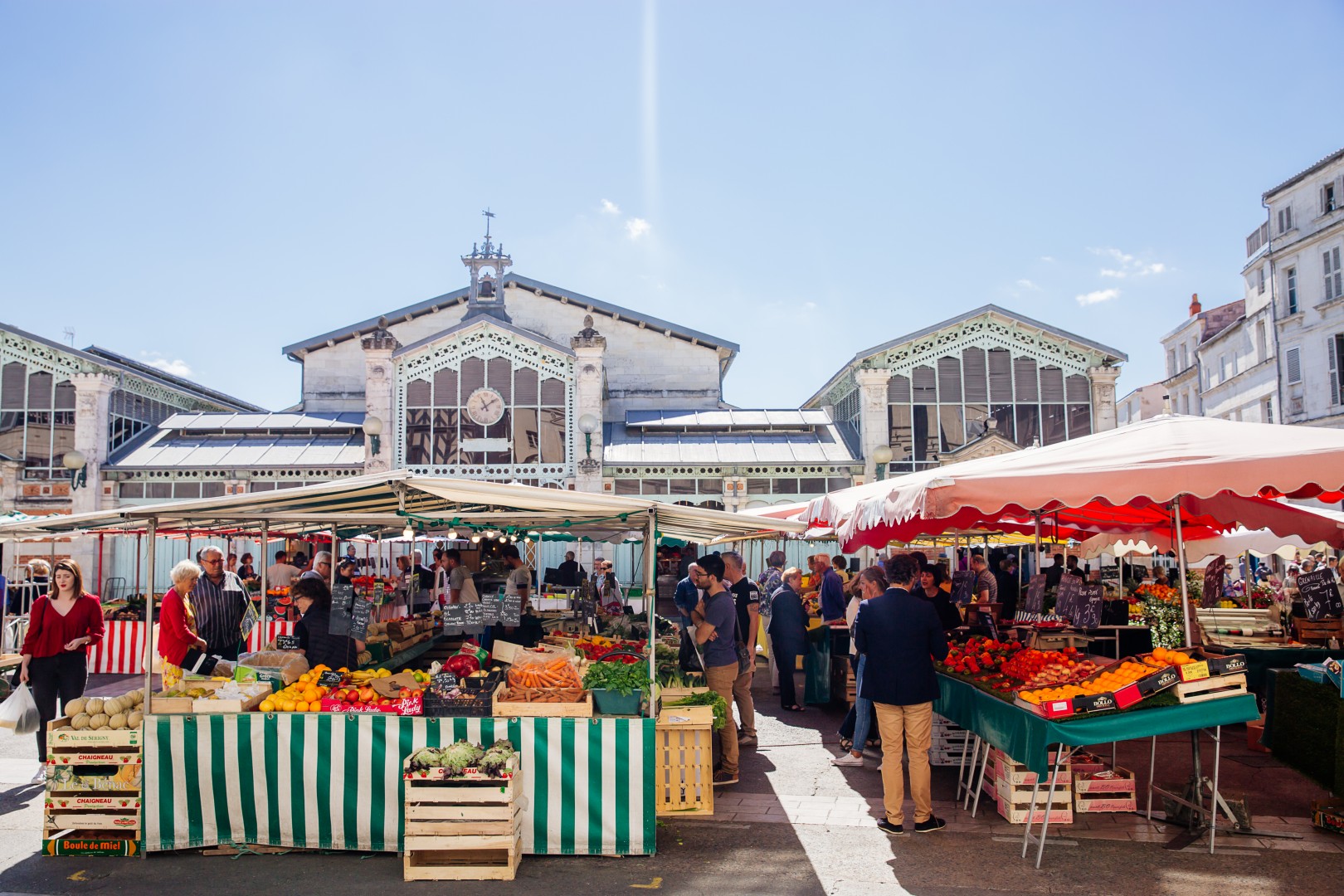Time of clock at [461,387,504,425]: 11:08
